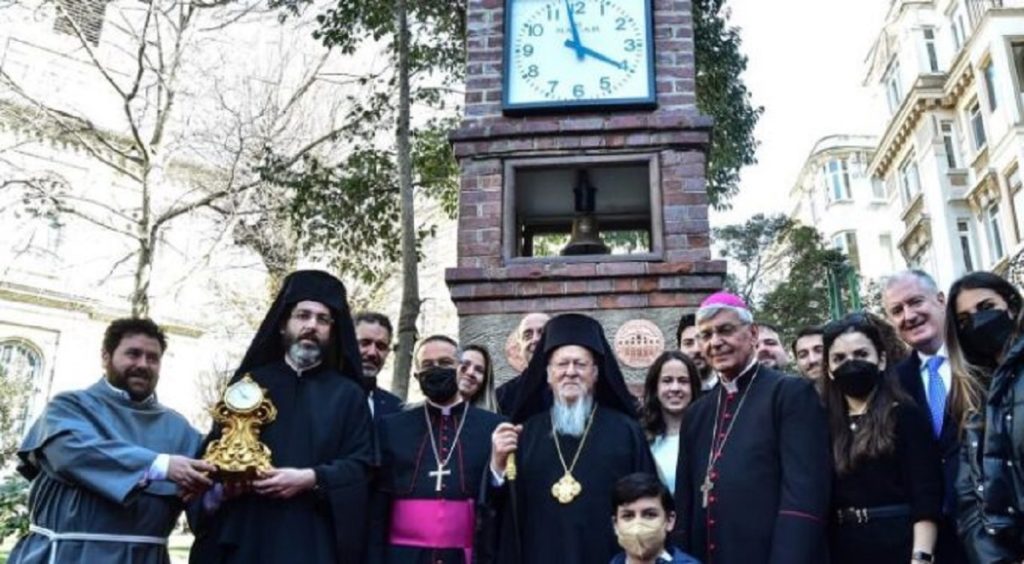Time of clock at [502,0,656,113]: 3:58
